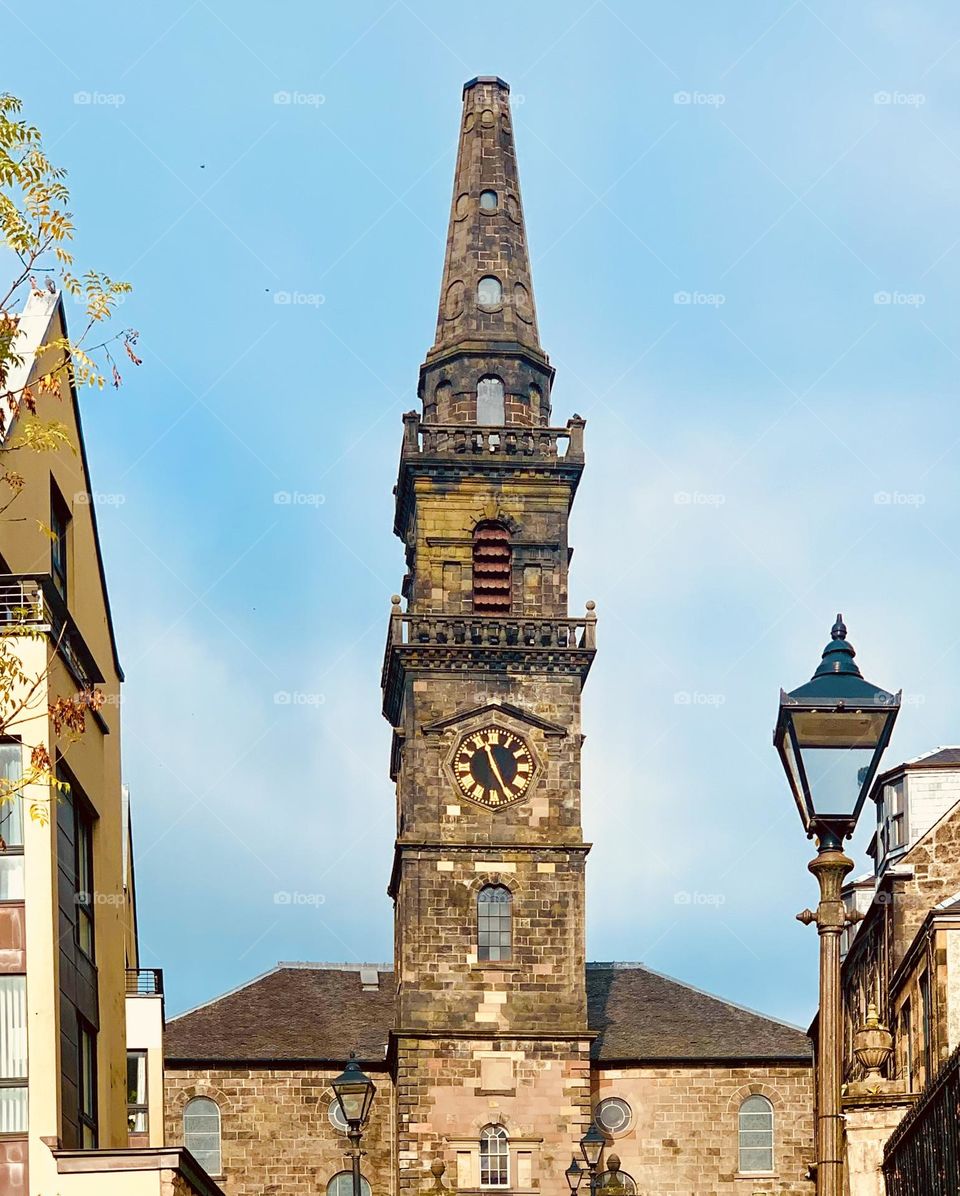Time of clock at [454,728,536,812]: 11:25
